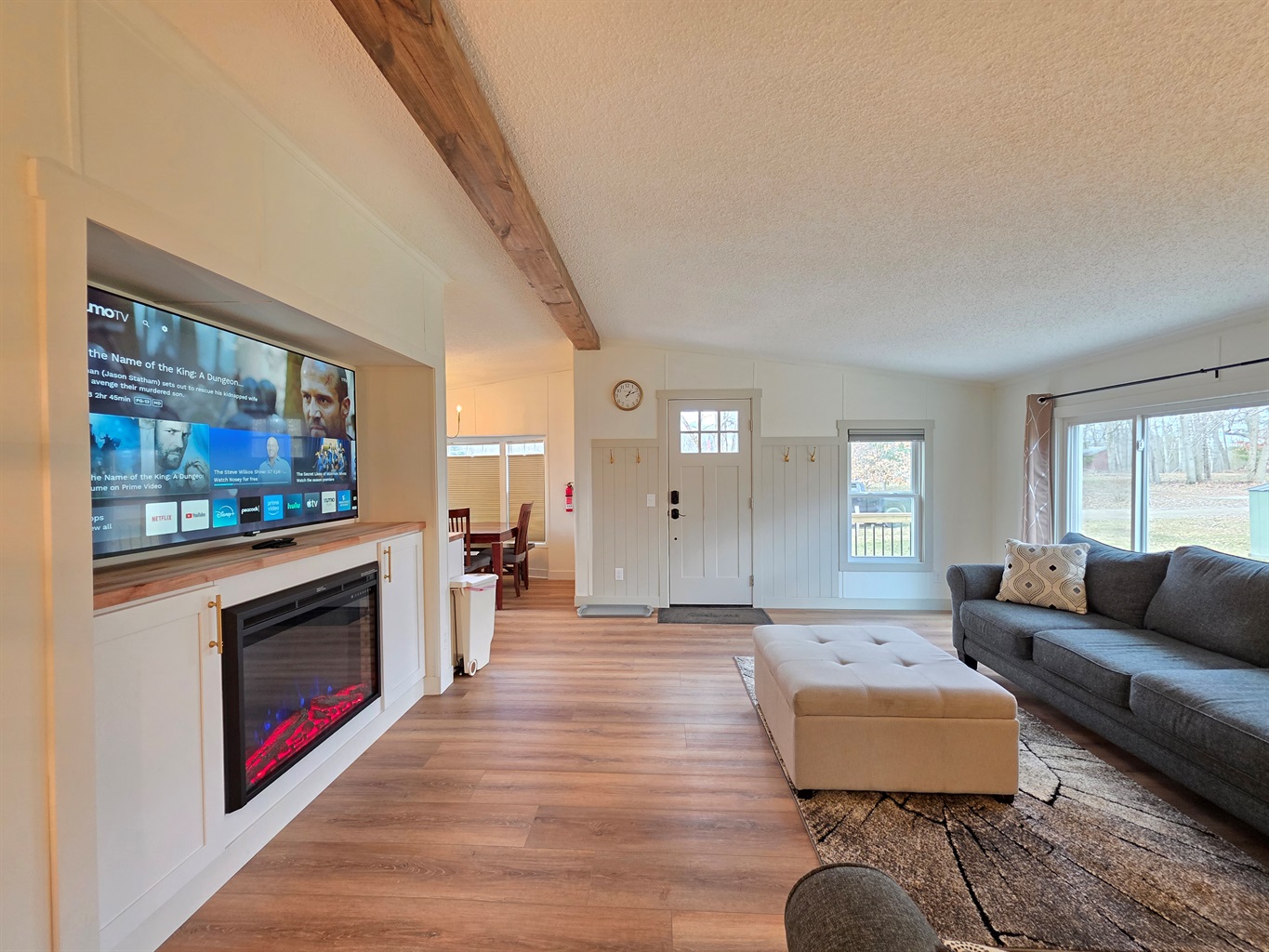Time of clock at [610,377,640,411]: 1:11
